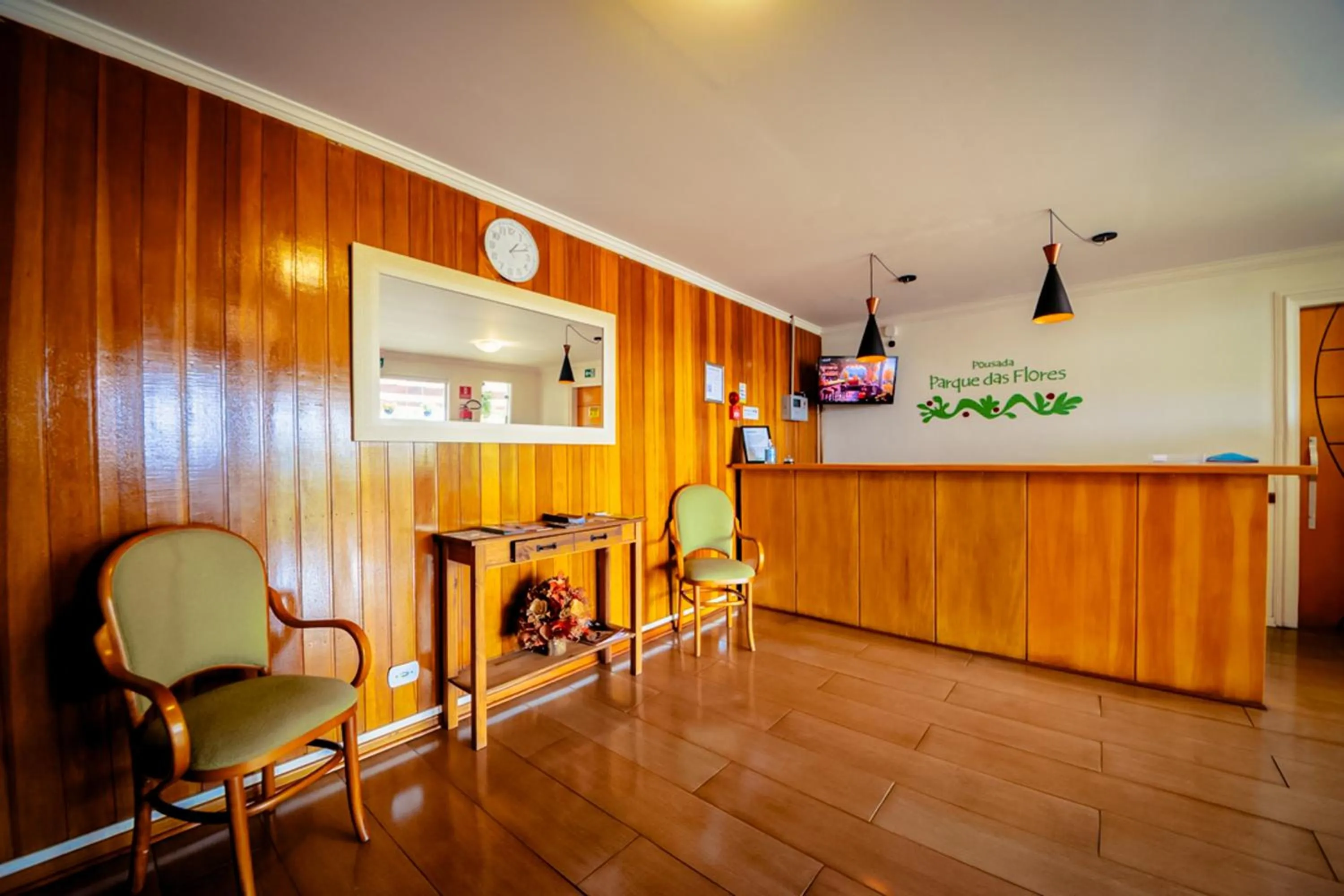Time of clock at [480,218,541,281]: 1:11
